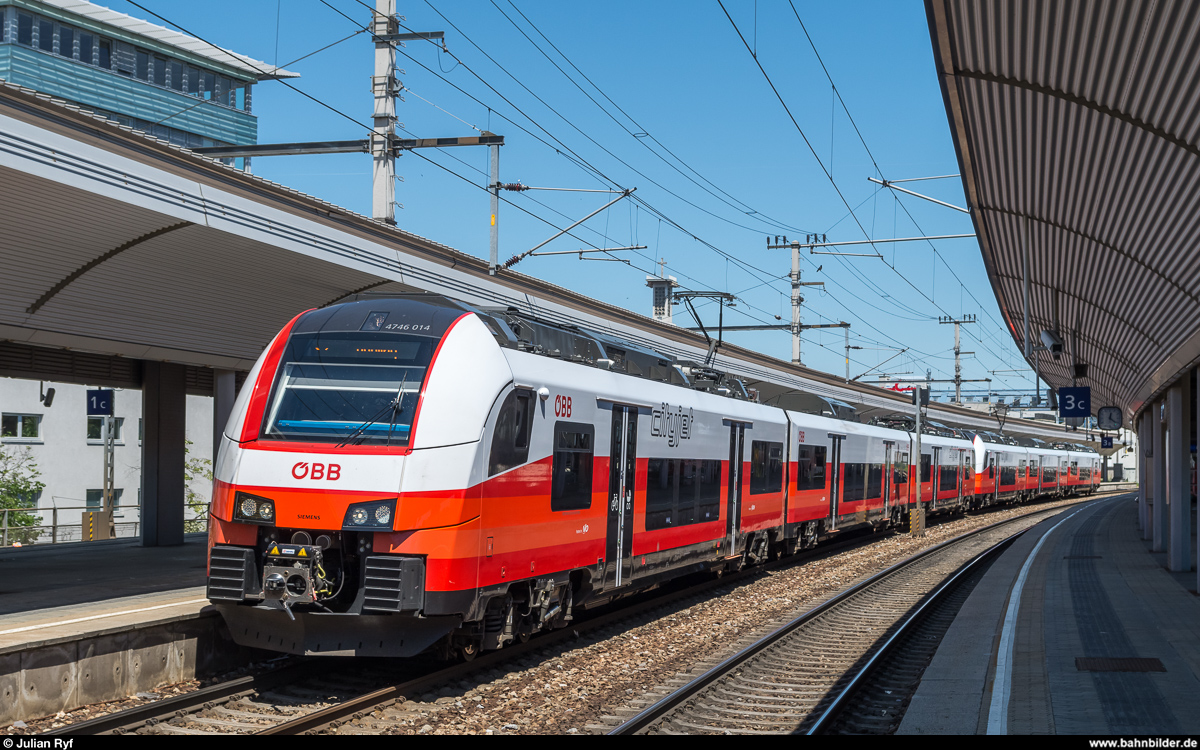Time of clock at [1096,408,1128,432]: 12:22
